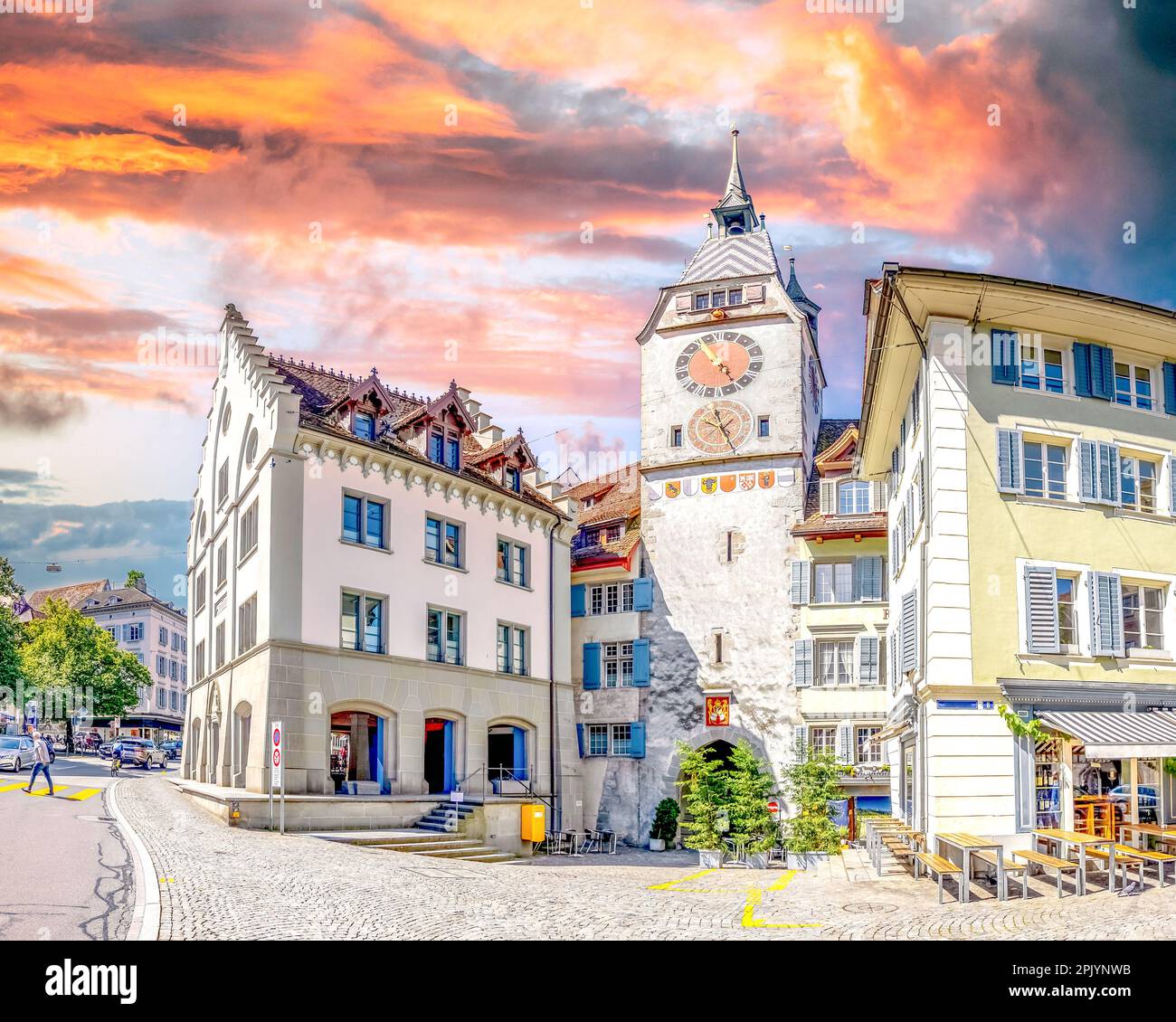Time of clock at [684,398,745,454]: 11:25
